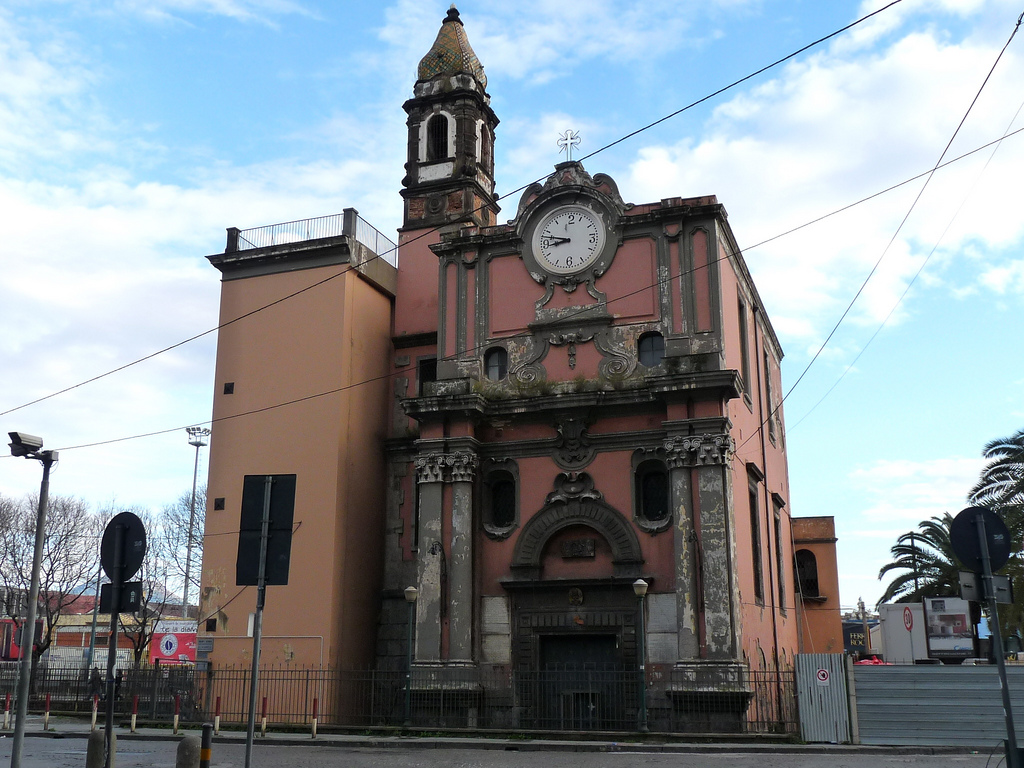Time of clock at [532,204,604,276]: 8:47
